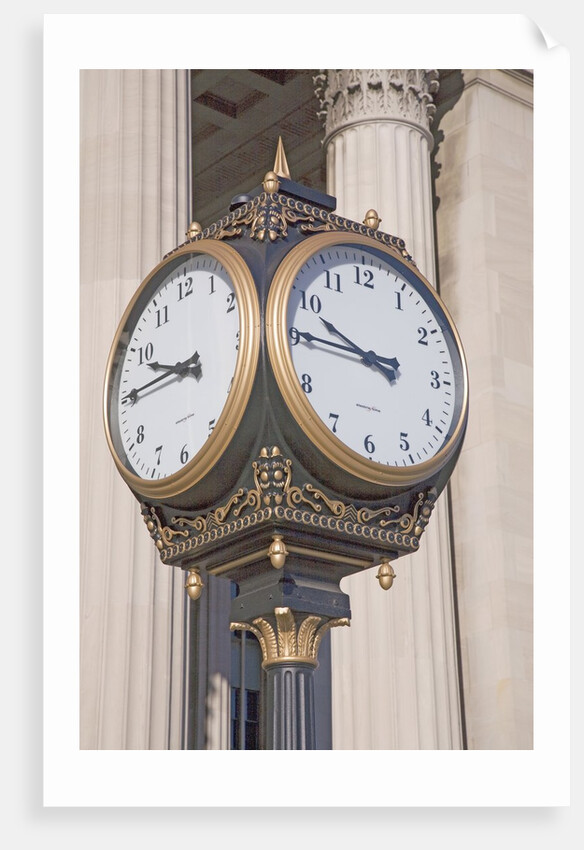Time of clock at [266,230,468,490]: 9:45
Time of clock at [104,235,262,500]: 9:45
